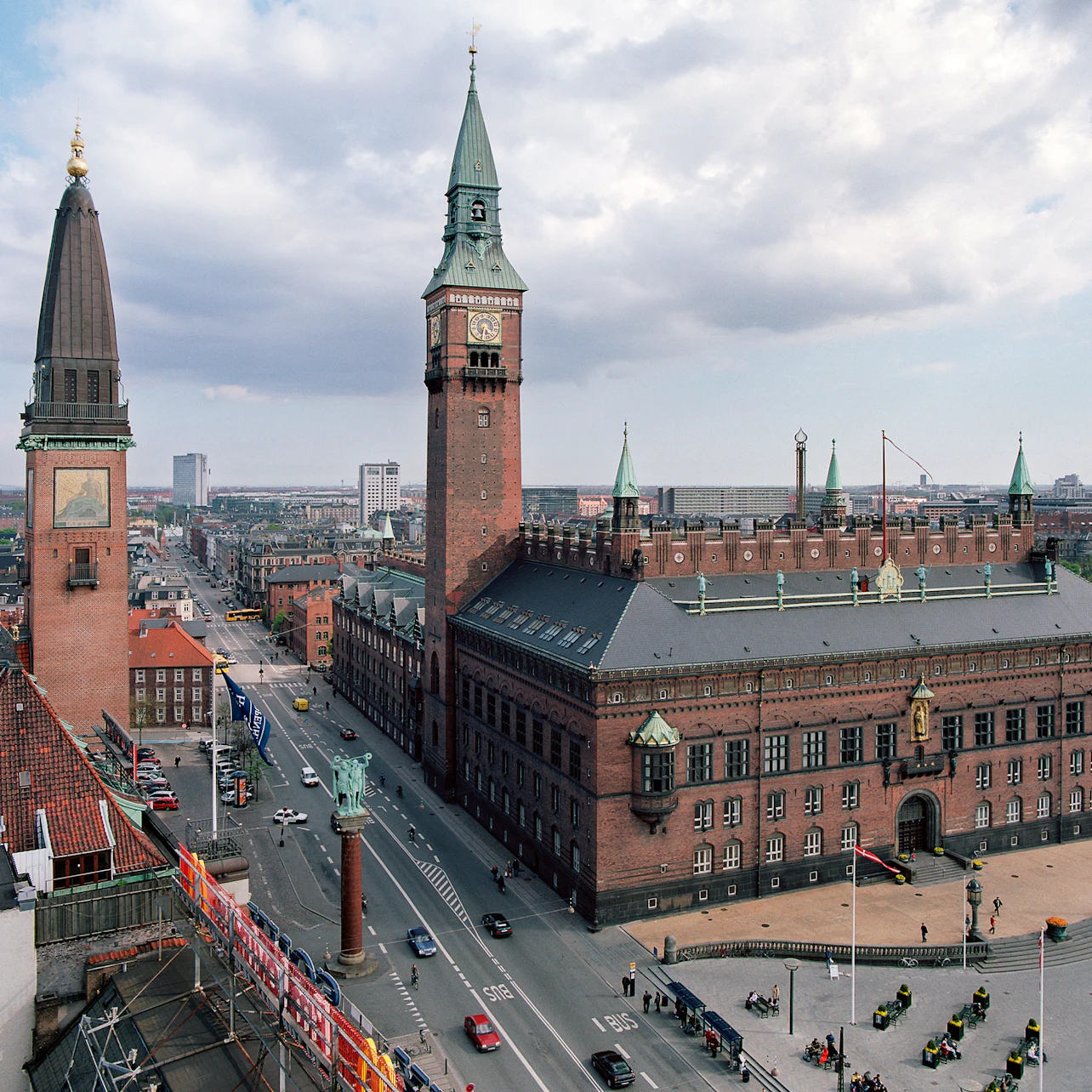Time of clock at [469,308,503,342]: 6:21
